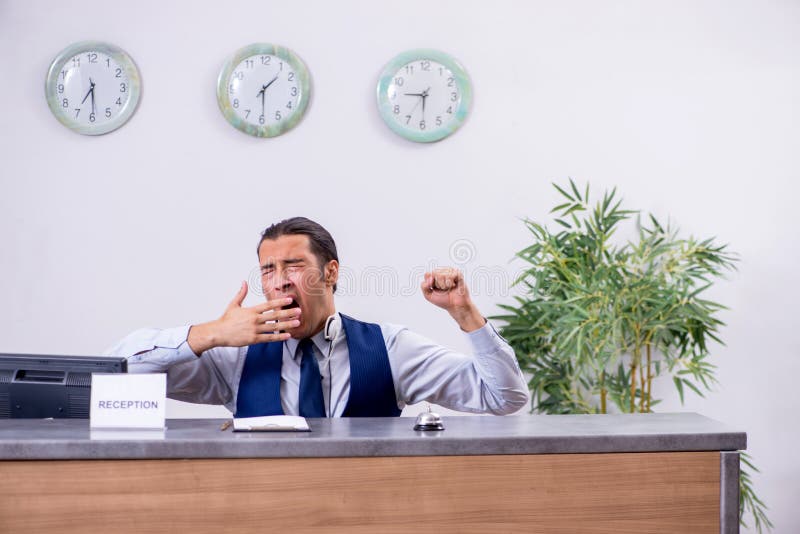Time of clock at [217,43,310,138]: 1:29
